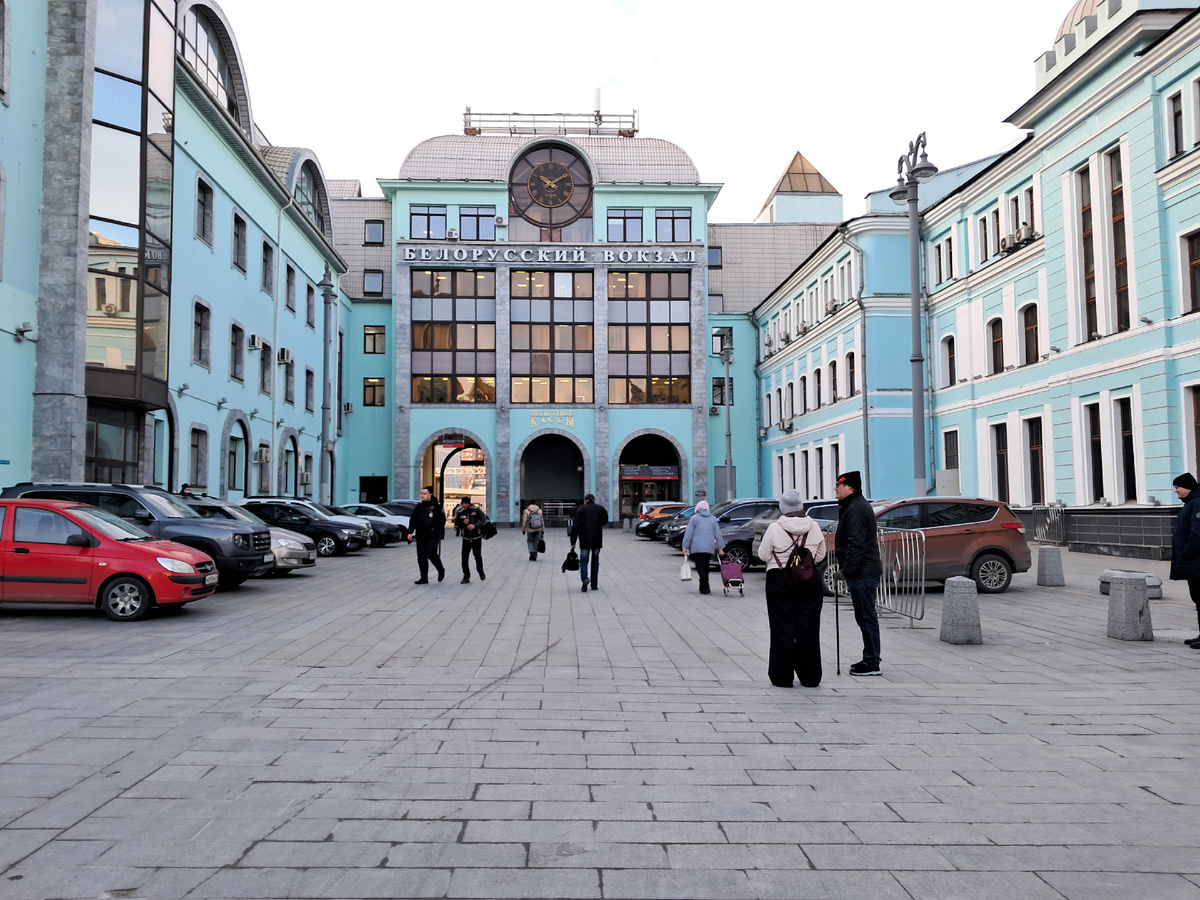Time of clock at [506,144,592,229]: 1:52
